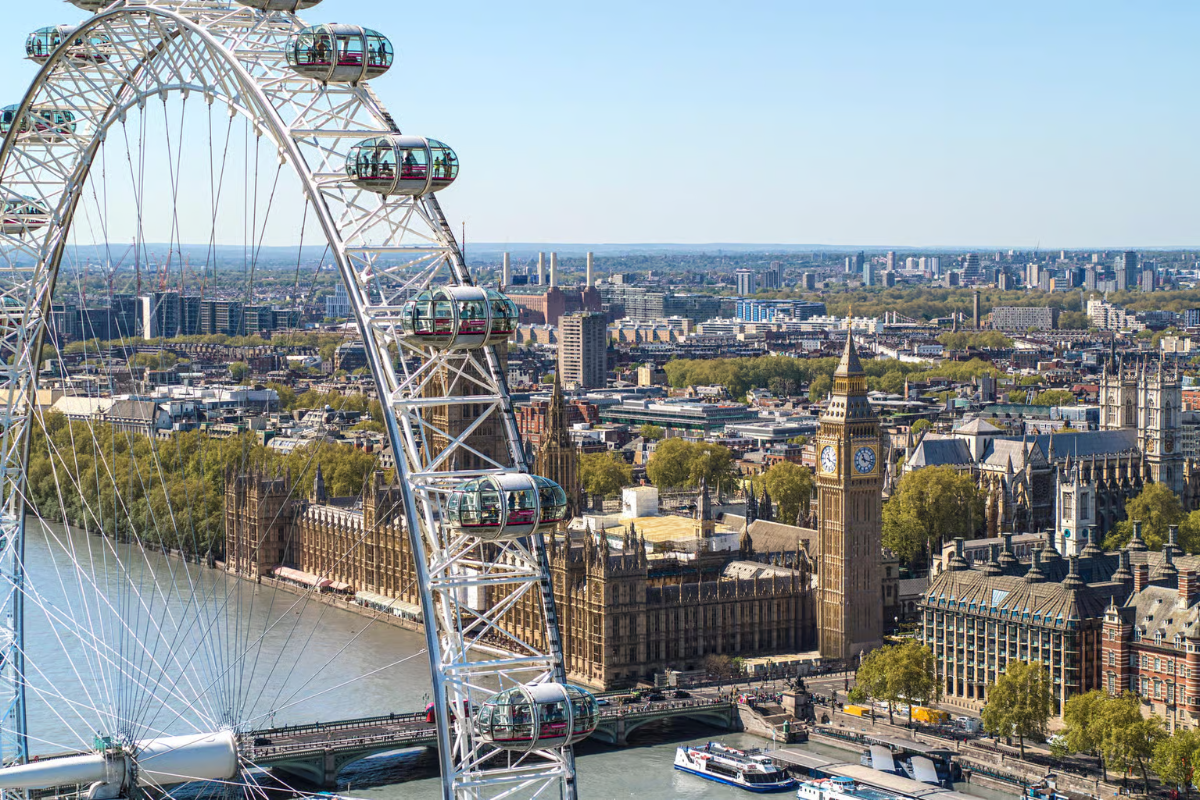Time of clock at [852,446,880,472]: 11:17
